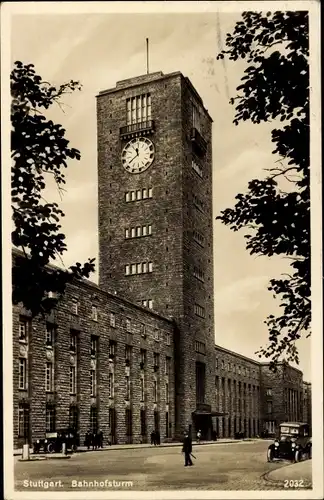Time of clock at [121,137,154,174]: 11:40
